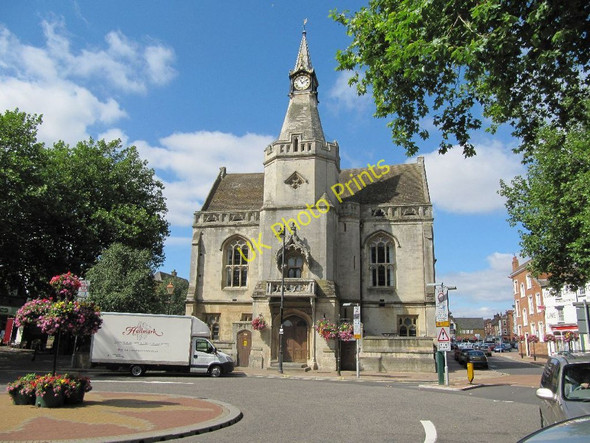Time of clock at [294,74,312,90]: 11:10
